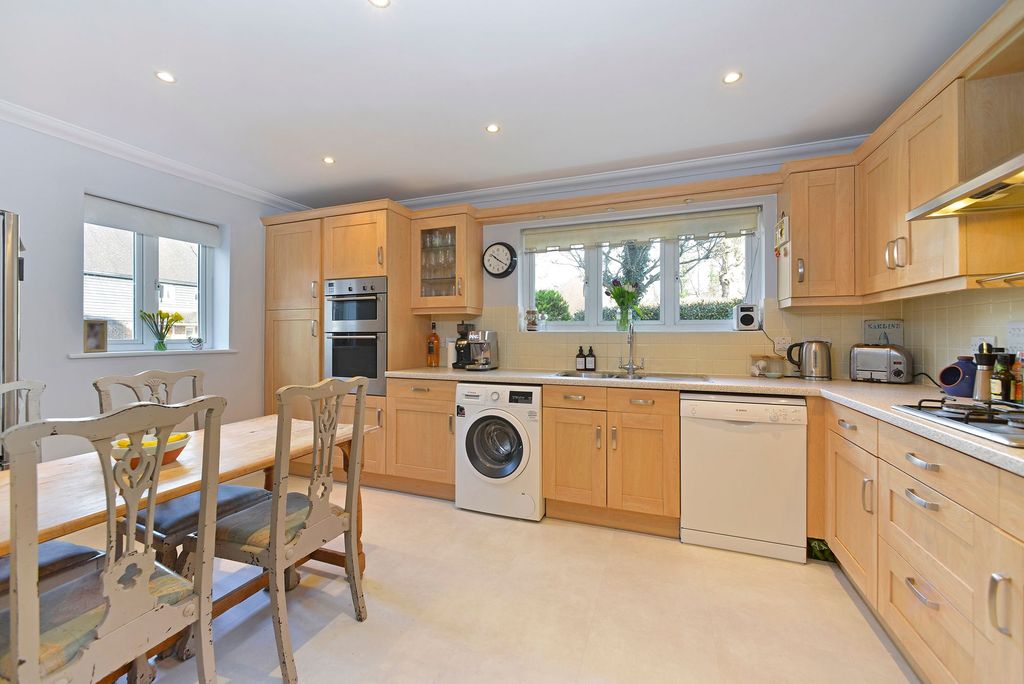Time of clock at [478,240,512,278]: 10:20
